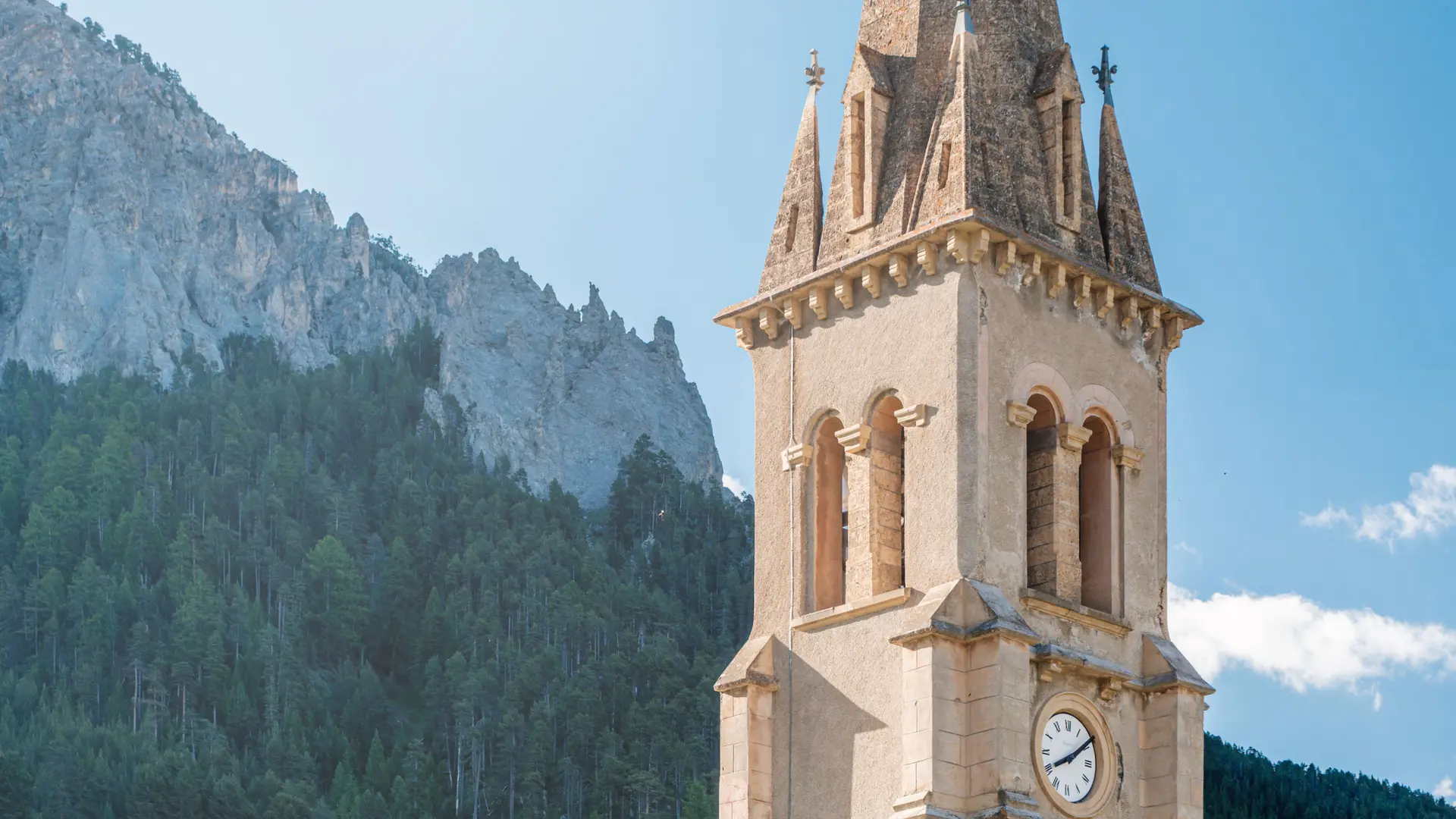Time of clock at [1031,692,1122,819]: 8:09
